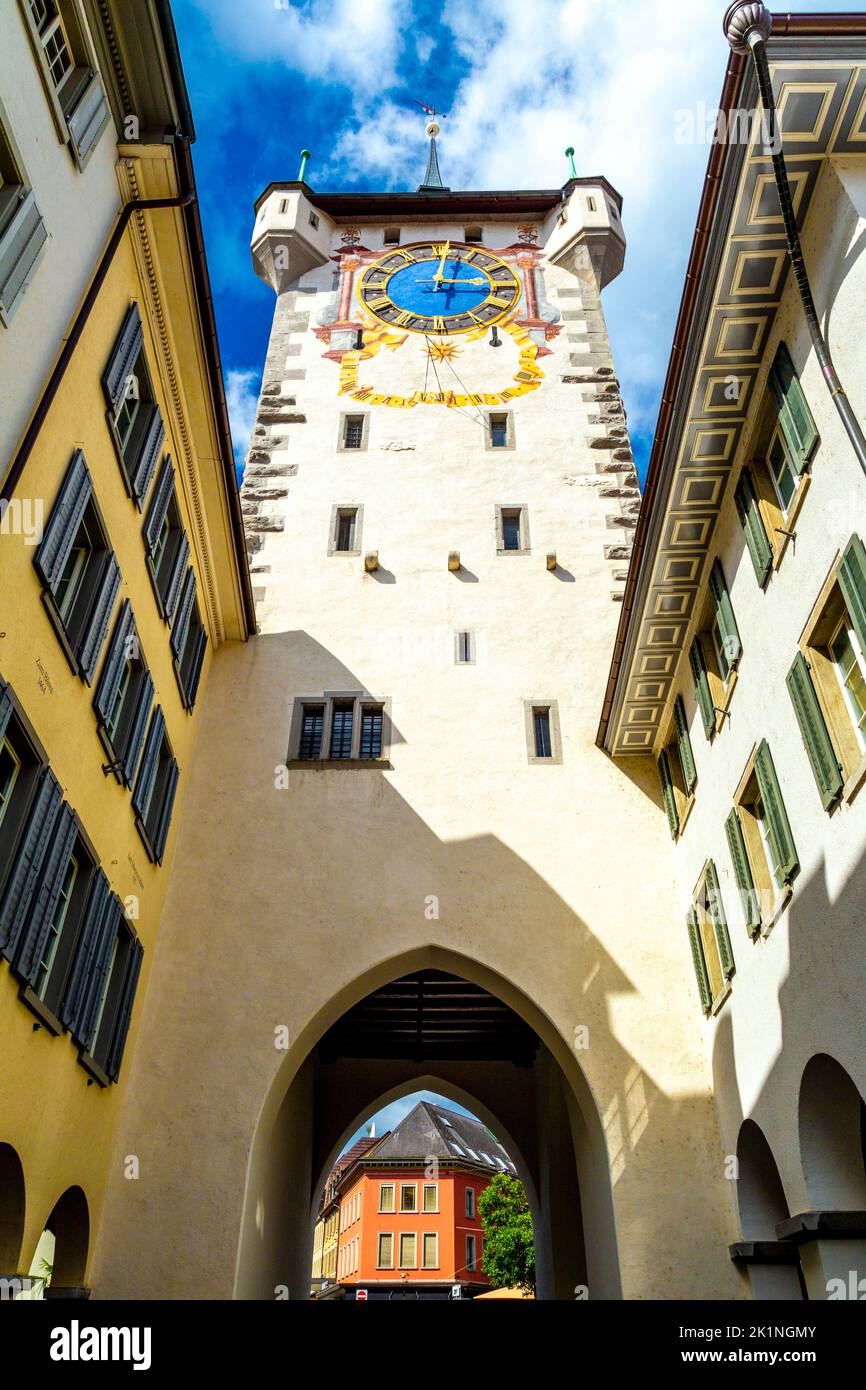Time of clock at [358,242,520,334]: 3:01
